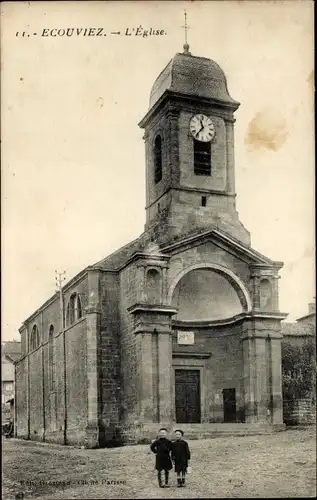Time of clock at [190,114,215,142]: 11:36
